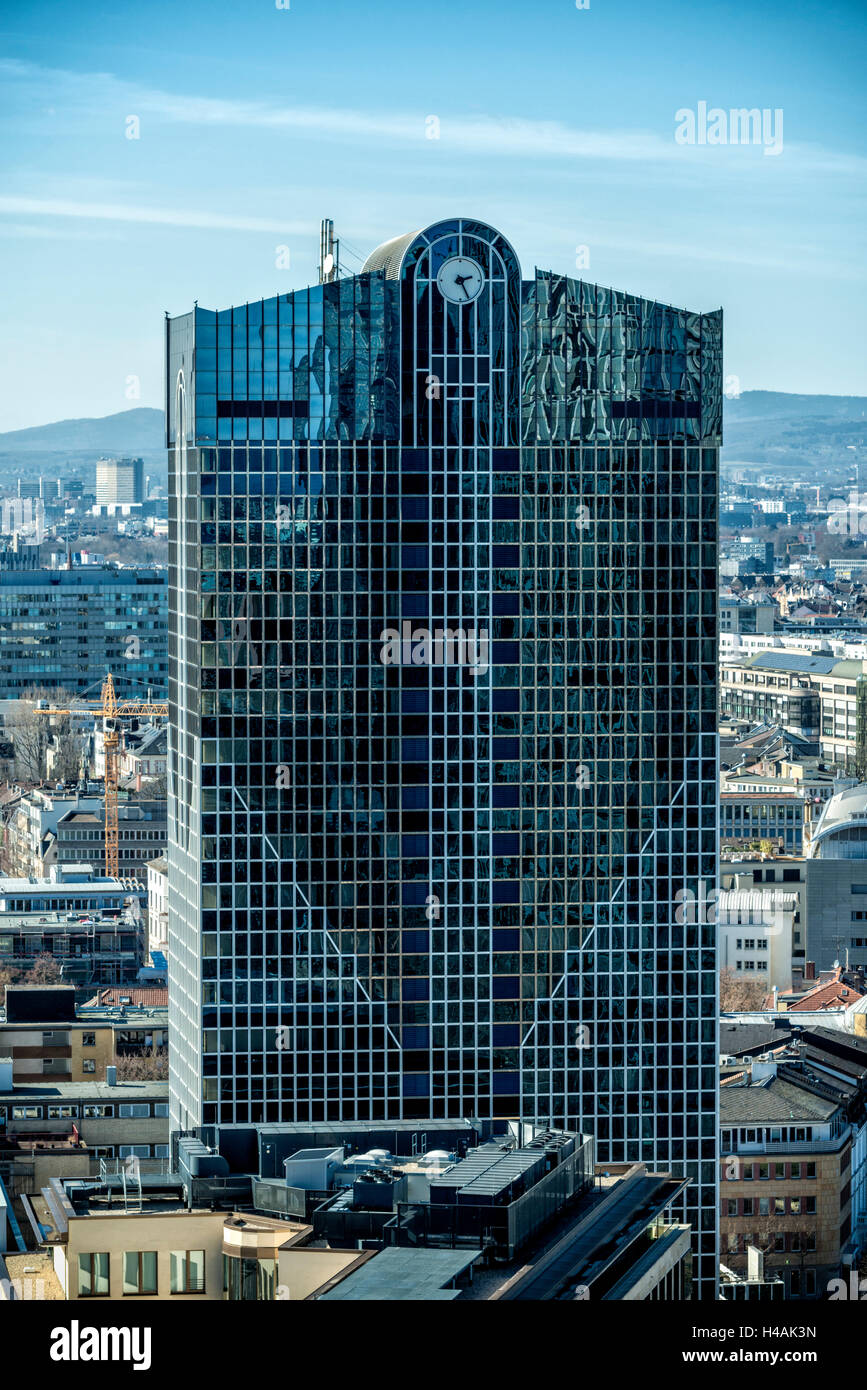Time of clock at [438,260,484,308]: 2:25
